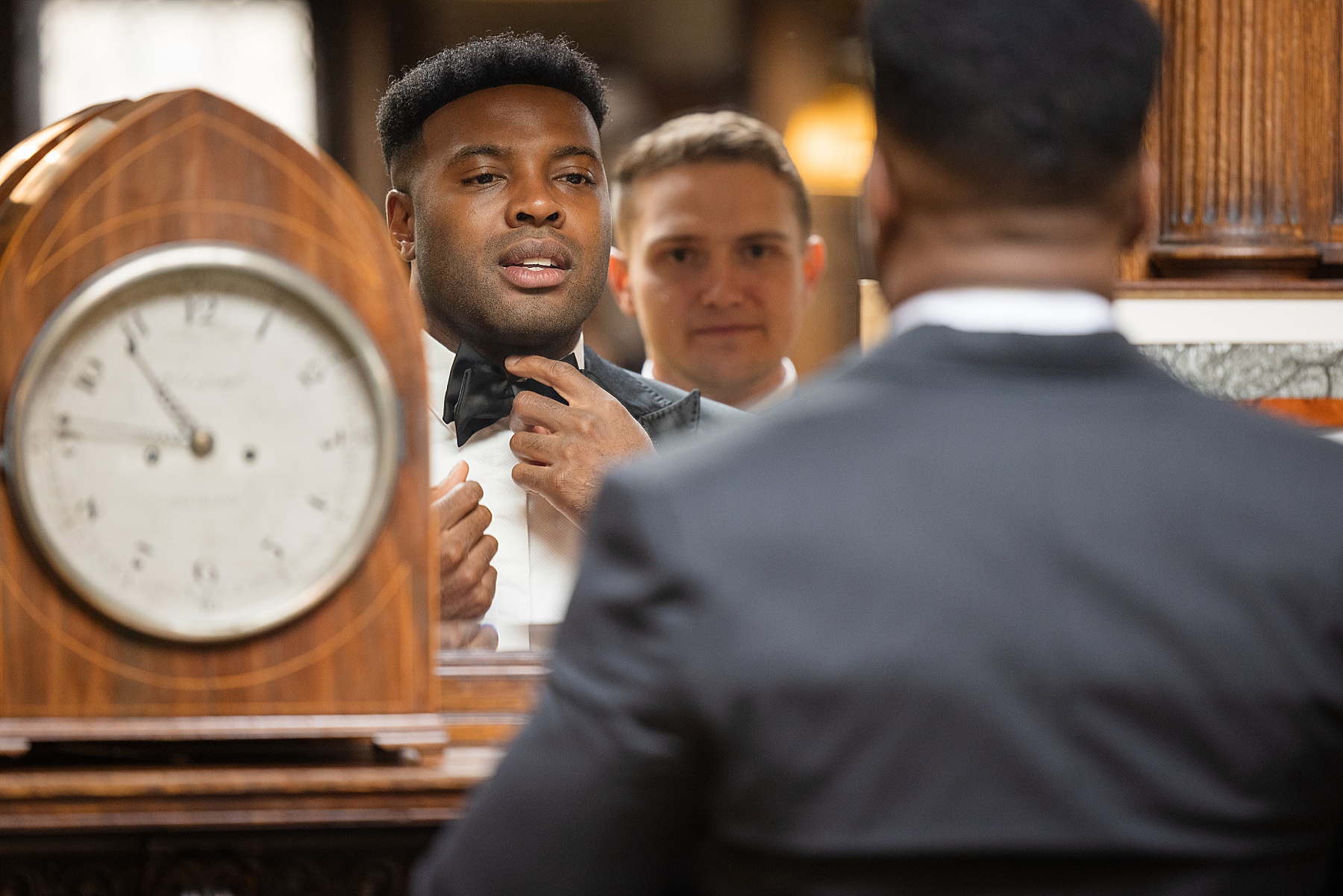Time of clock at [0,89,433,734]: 10:46
